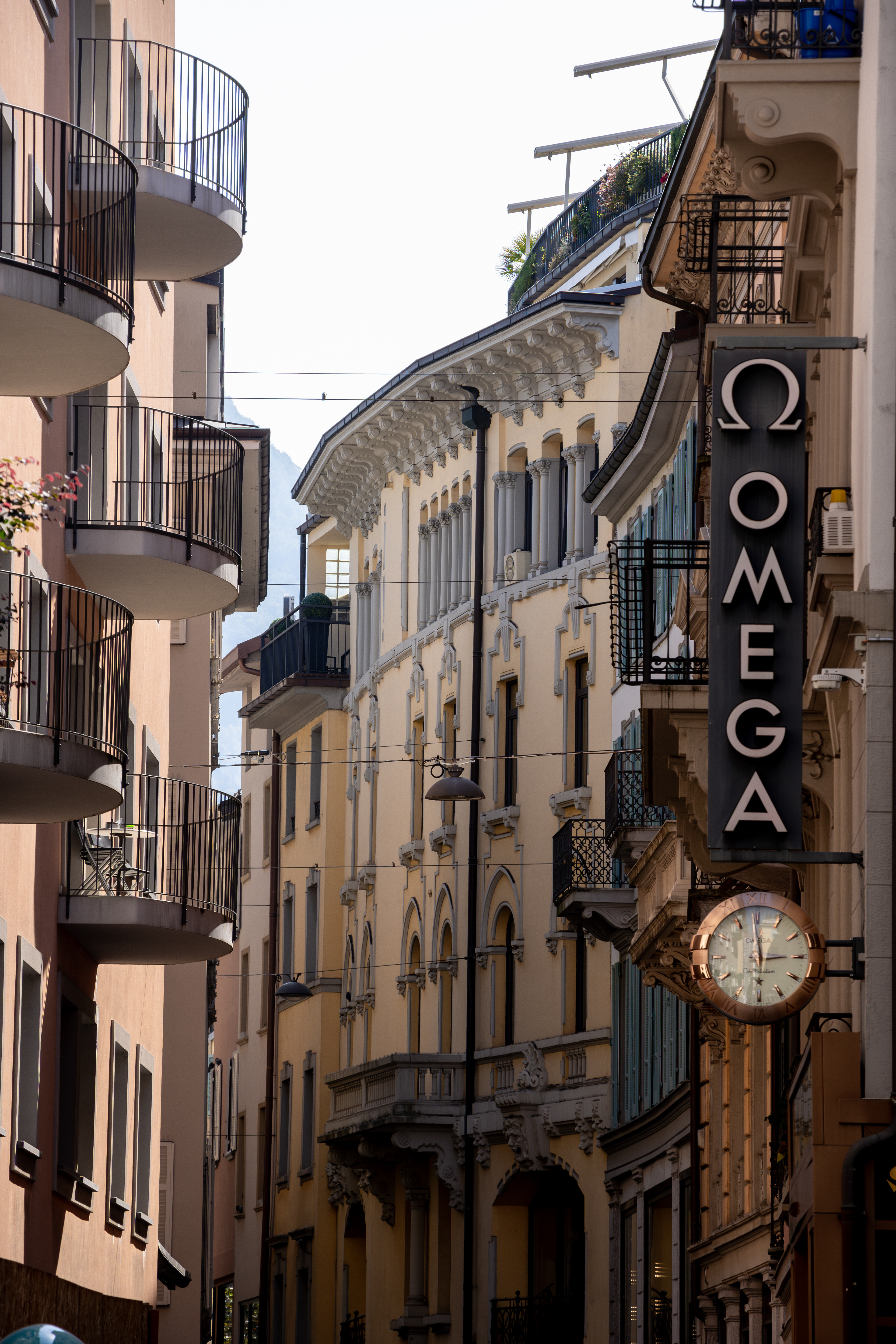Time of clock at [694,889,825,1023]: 2:59
